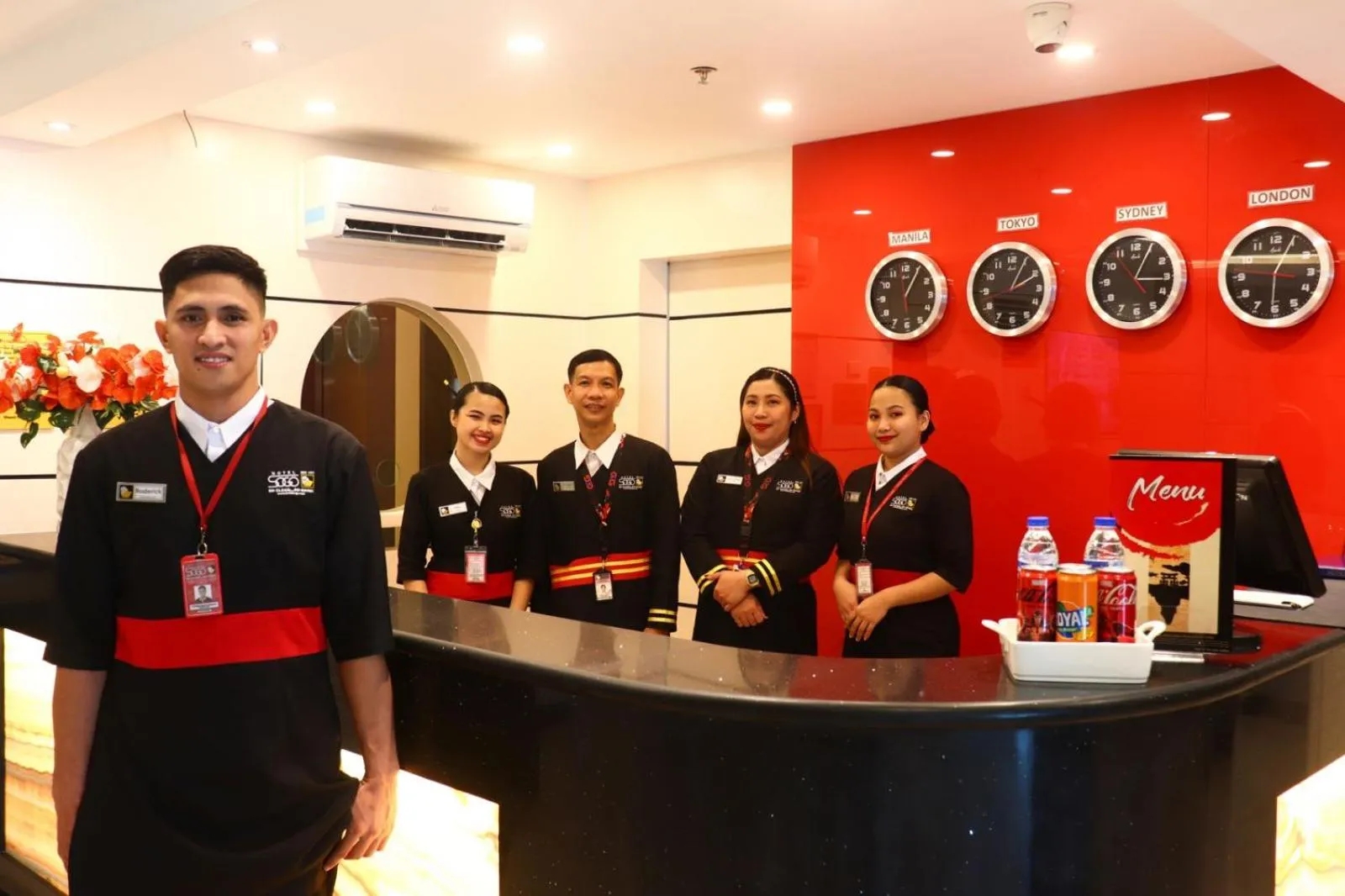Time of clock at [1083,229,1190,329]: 3:04
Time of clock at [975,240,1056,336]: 2:04
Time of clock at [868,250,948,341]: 1:05
